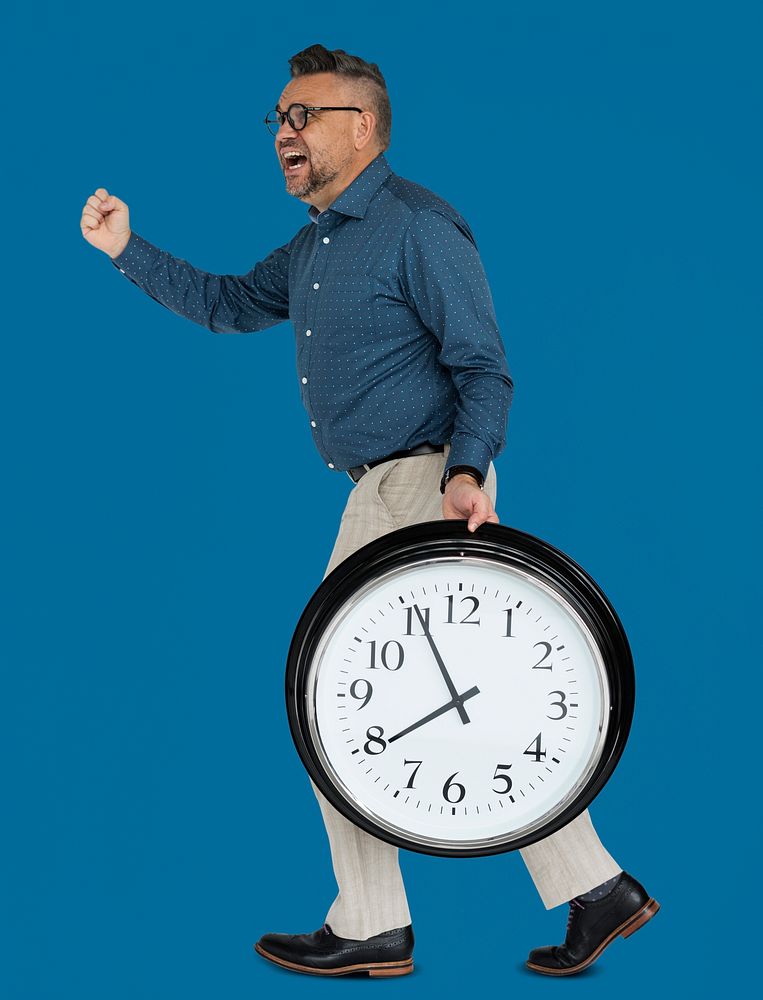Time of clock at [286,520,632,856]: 7:55
